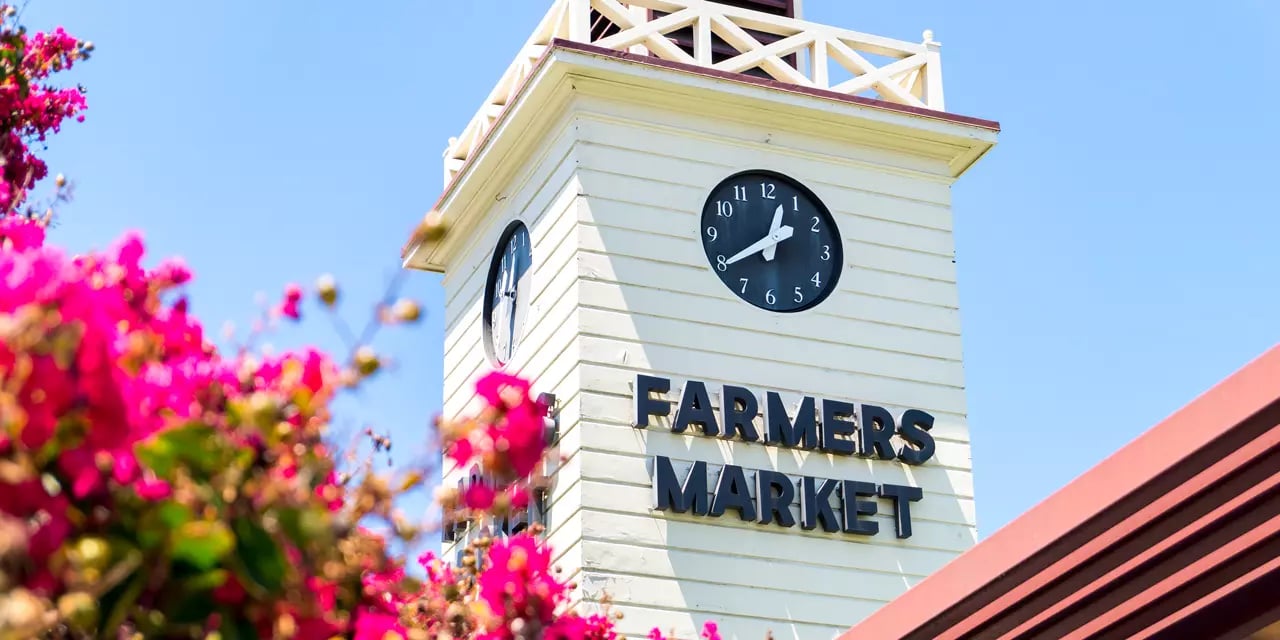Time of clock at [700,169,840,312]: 12:39
